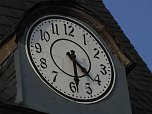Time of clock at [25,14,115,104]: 4:29
